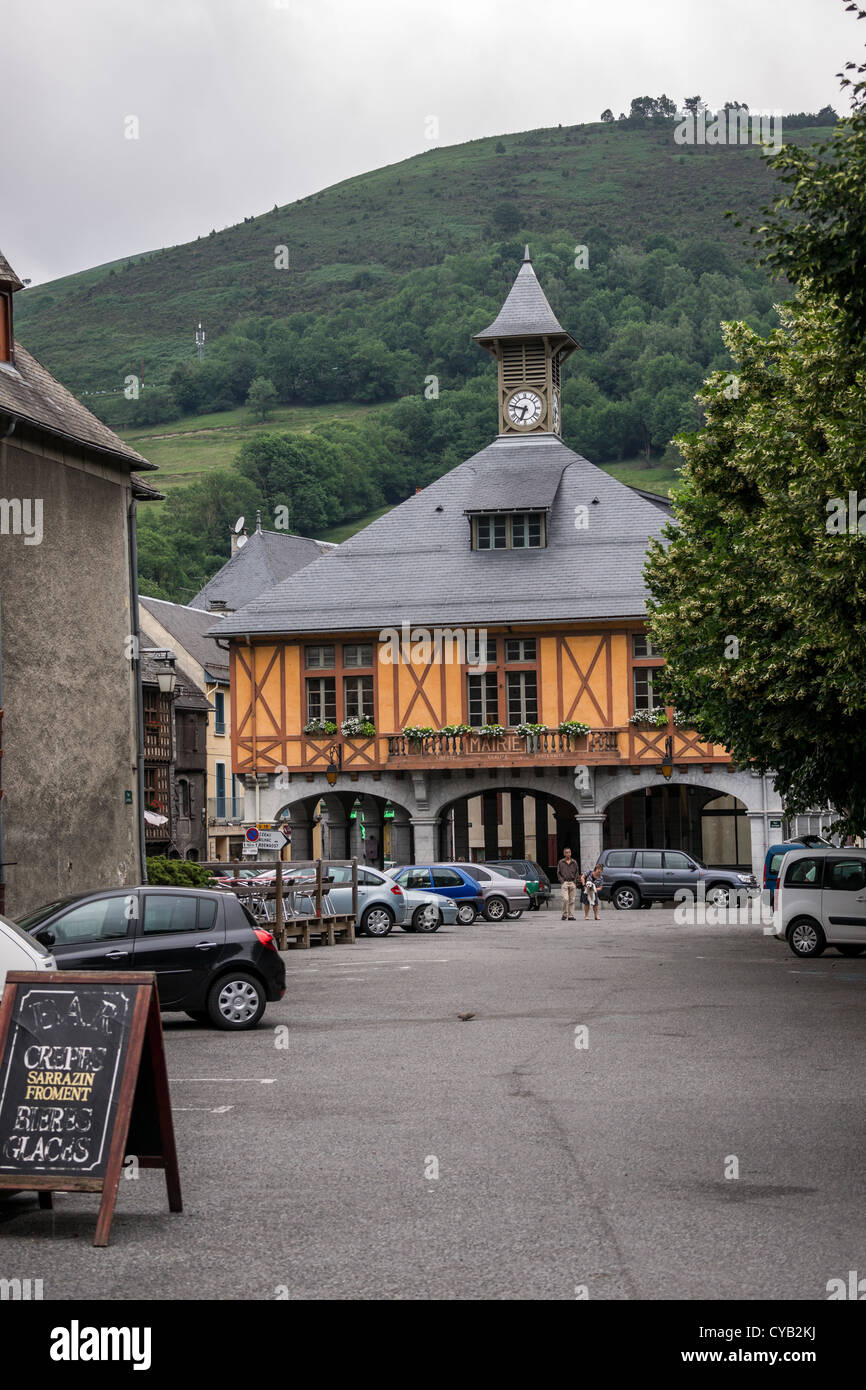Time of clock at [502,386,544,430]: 6:47
